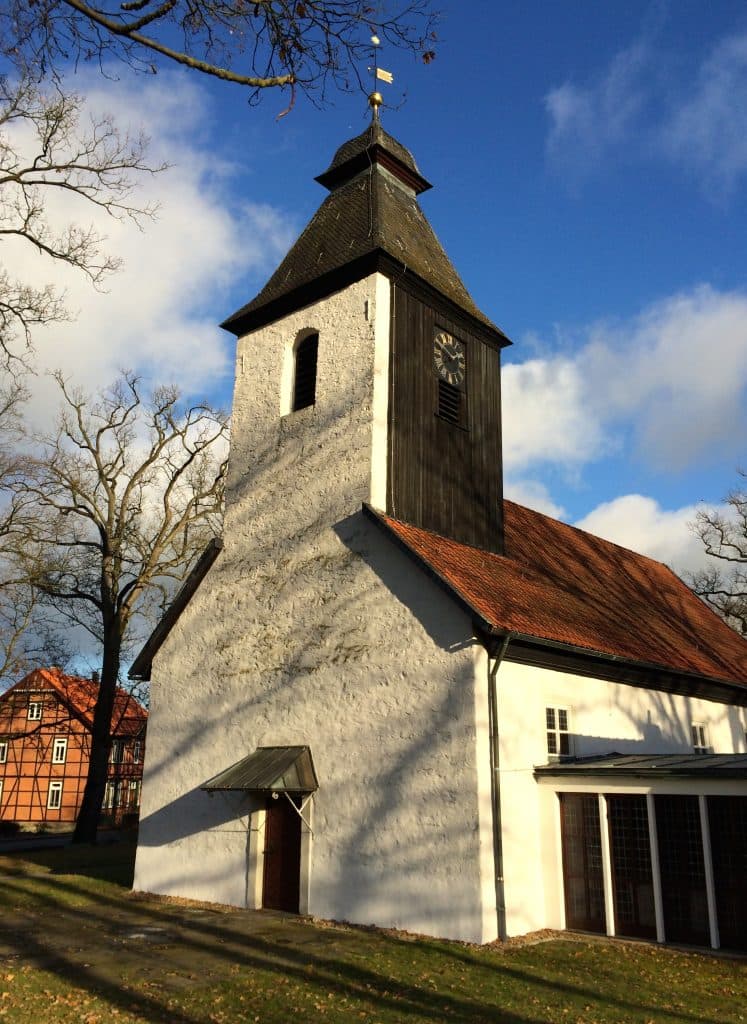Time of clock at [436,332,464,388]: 1:50
